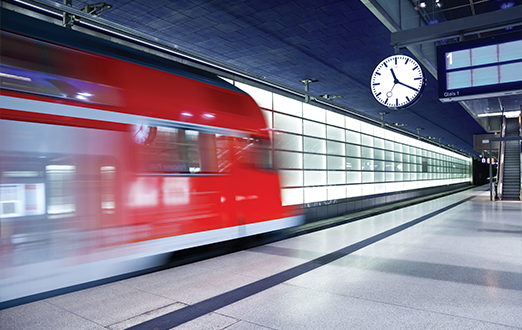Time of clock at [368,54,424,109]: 11:19
